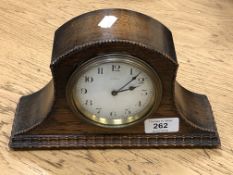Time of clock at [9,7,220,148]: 2:07
